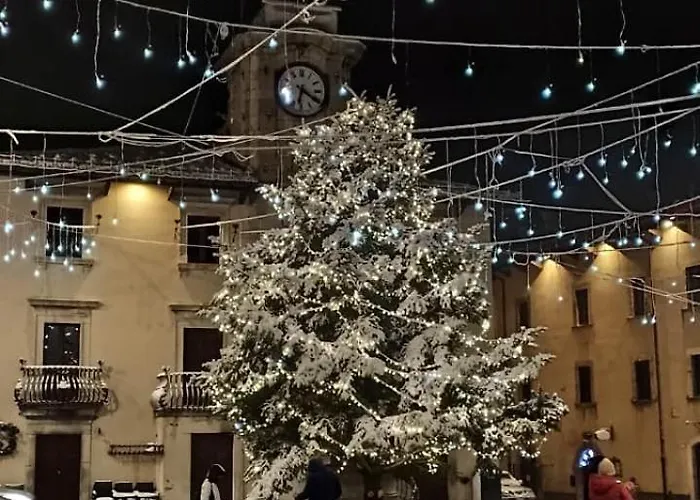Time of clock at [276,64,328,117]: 6:20
